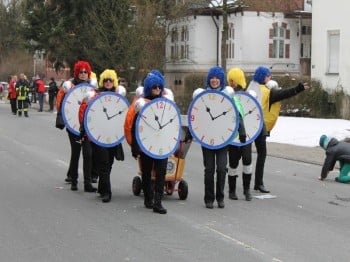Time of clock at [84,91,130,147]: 11:10
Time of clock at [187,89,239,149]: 11:10
